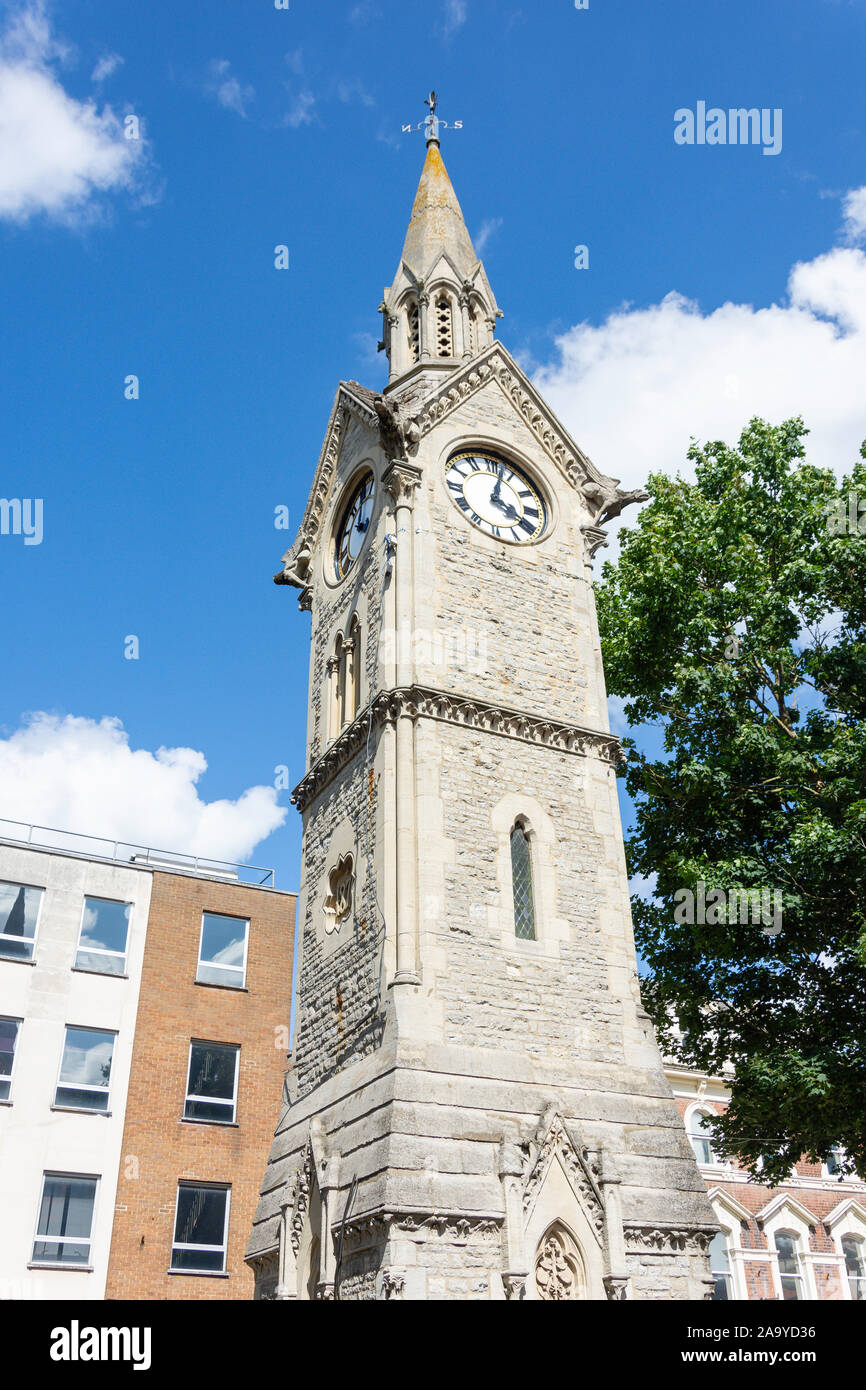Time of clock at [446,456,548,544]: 4:02
